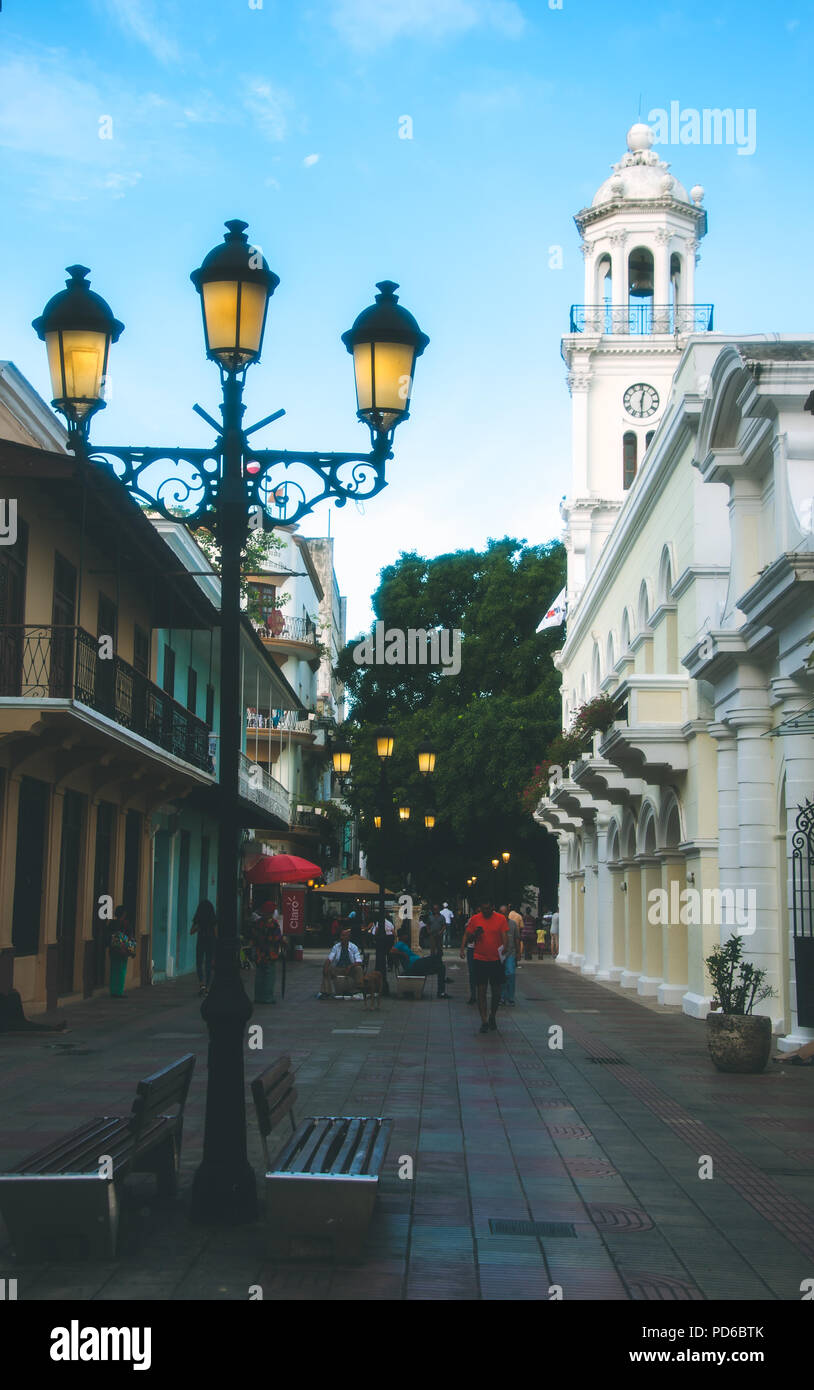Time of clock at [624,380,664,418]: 12:29
